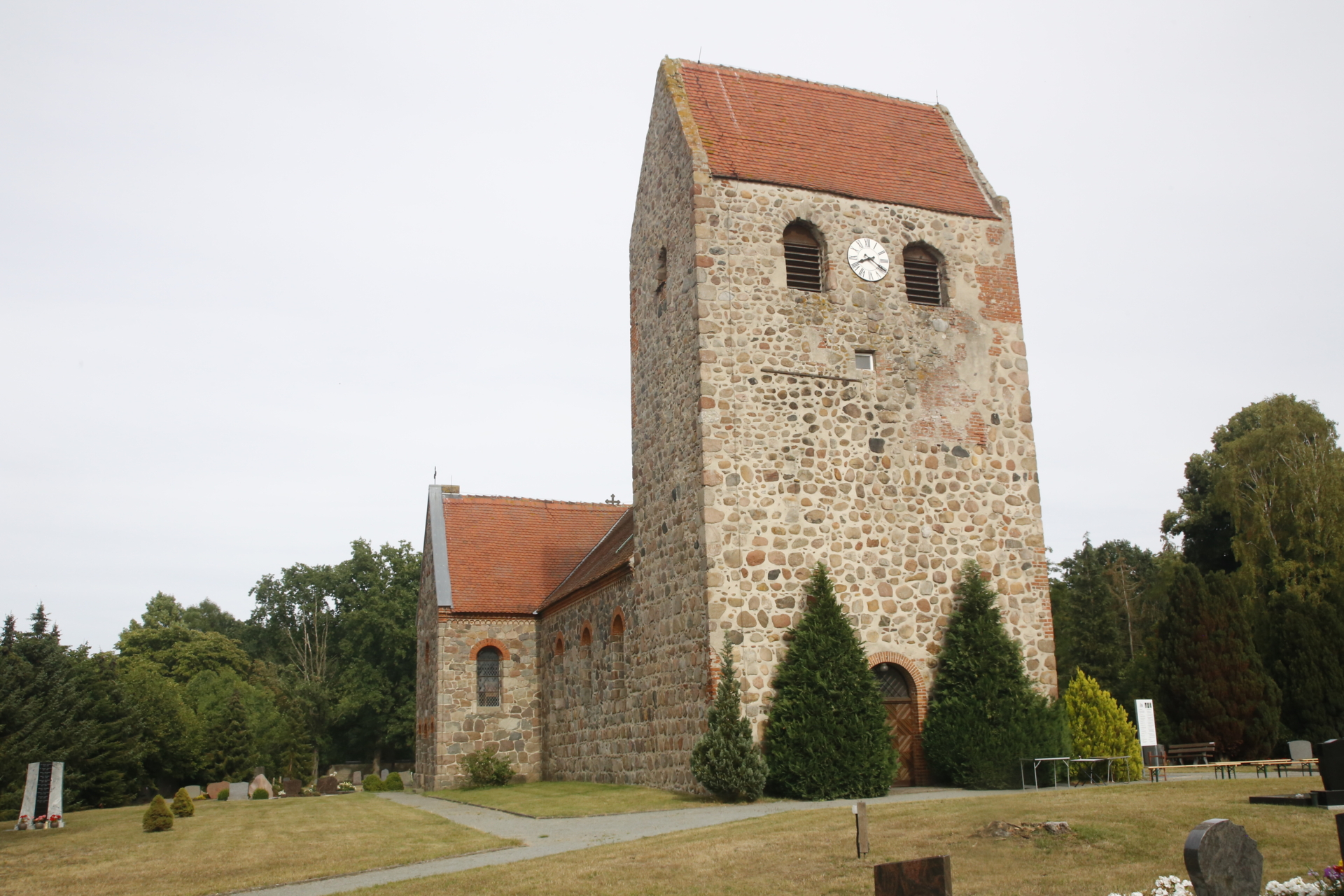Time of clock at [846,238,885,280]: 8:20
